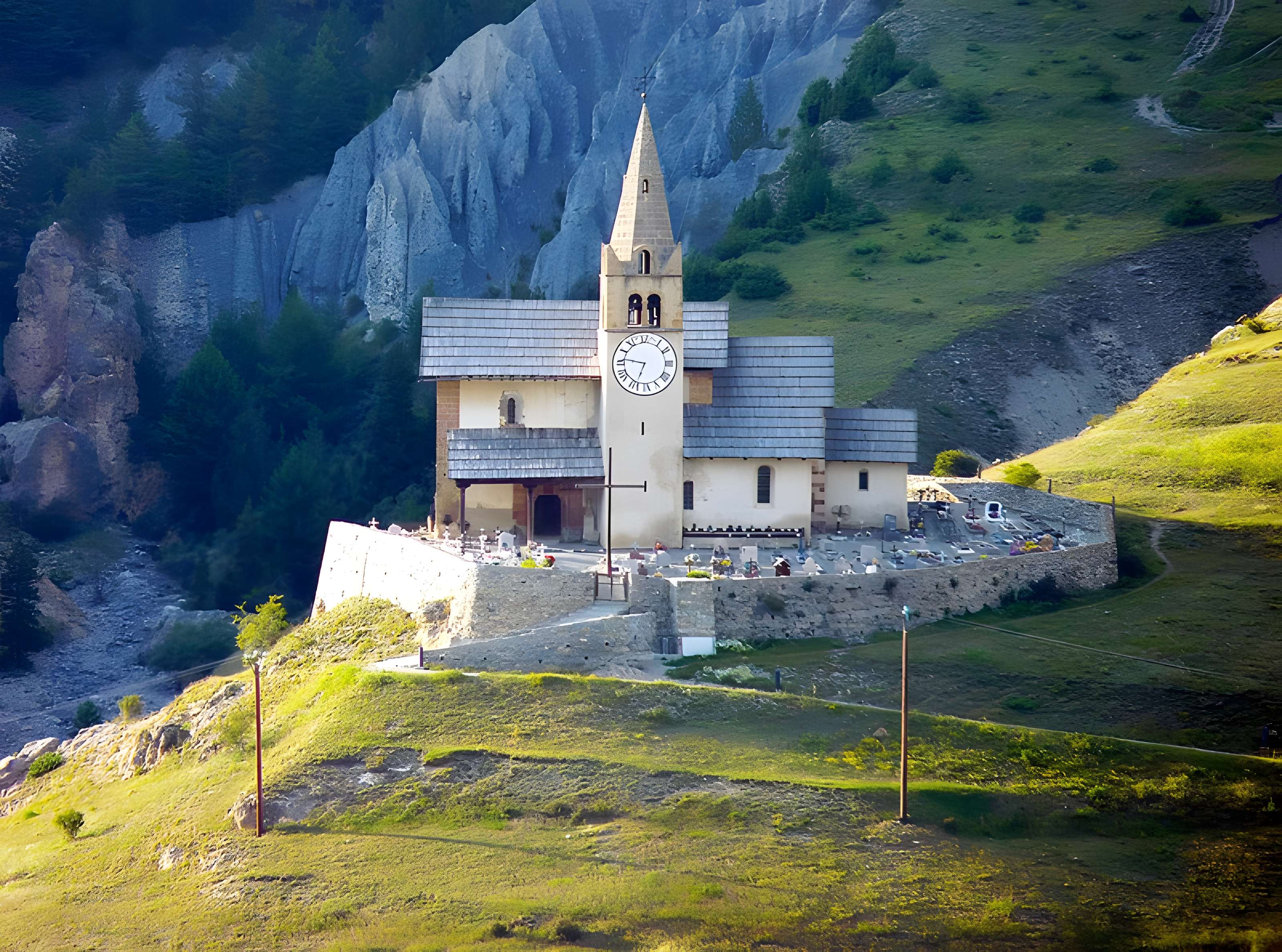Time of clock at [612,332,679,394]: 6:46
